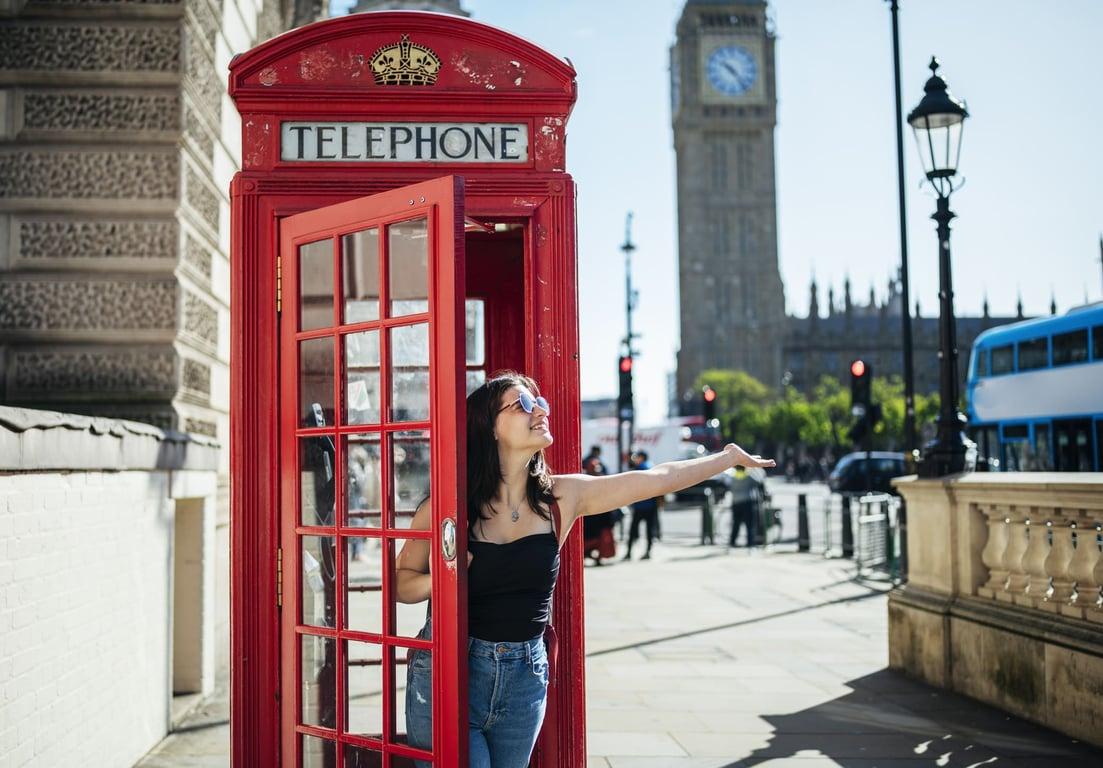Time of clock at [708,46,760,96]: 10:23
